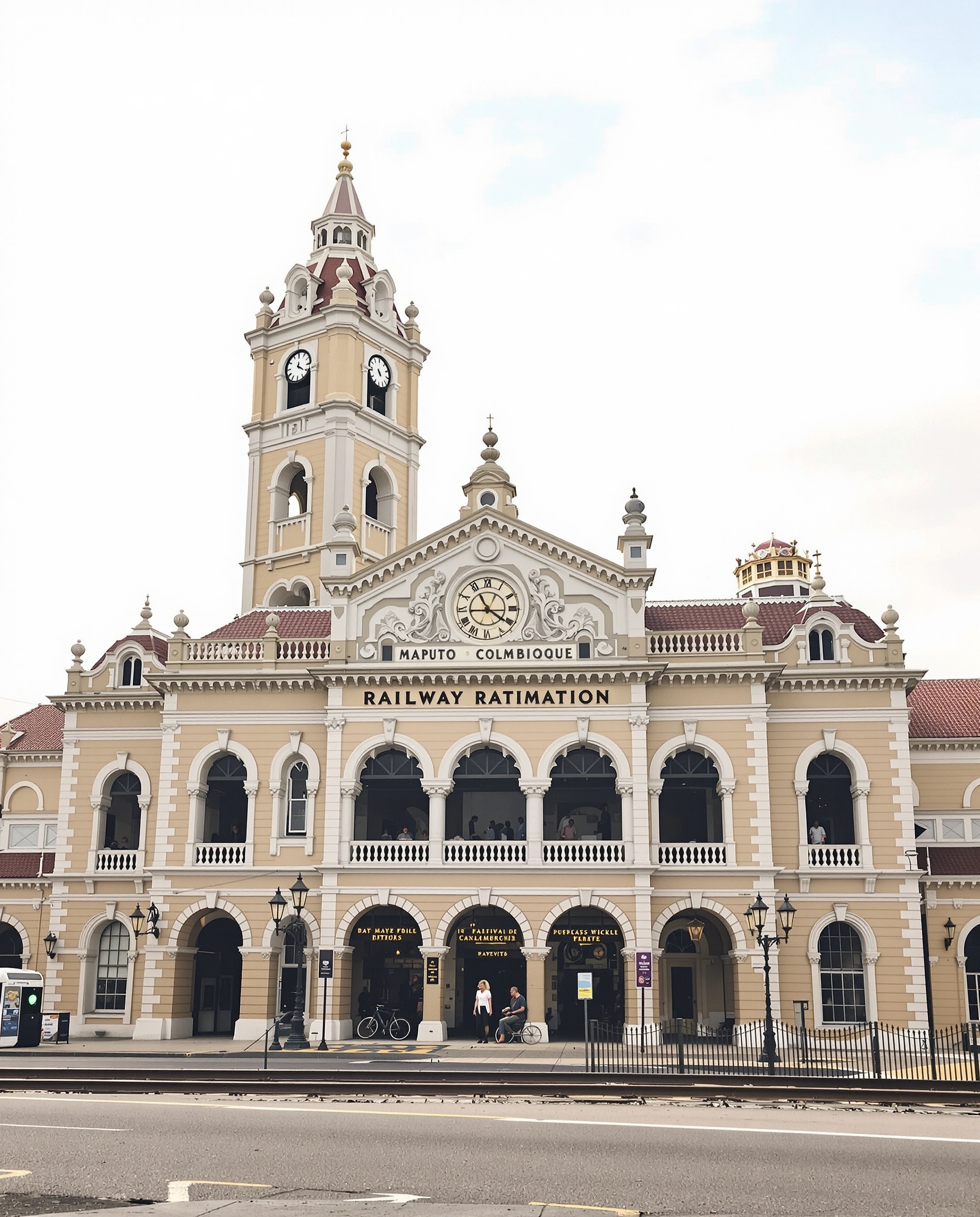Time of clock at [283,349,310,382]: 12:20
